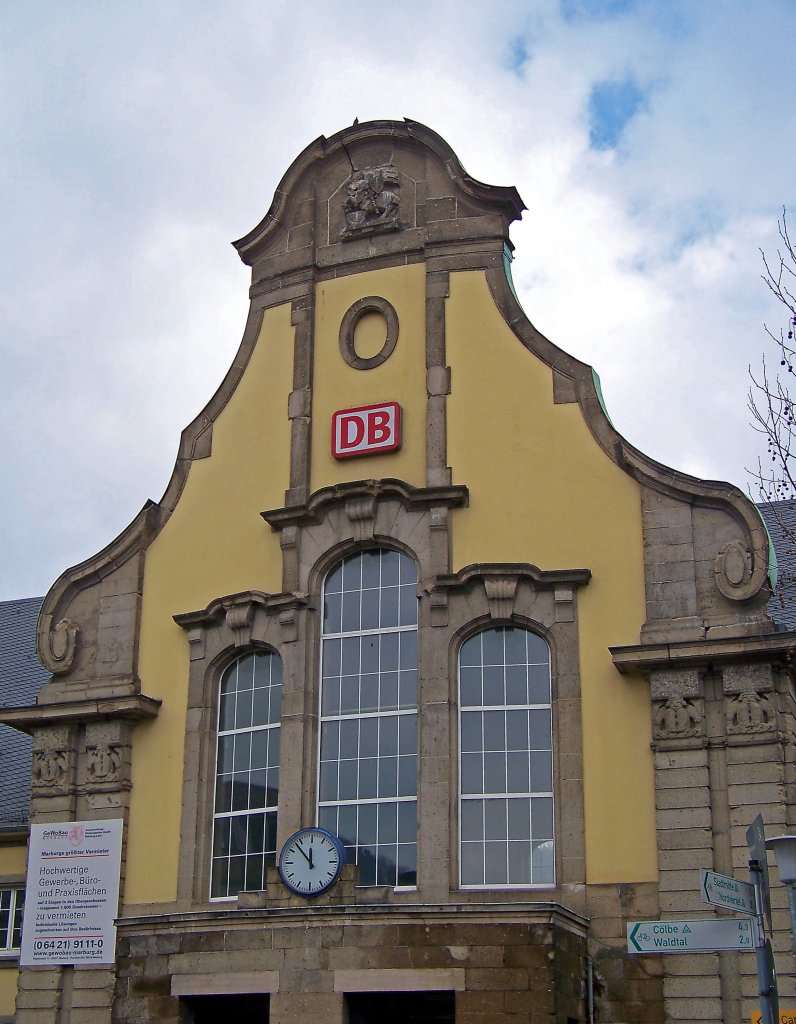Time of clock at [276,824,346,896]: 11:52
